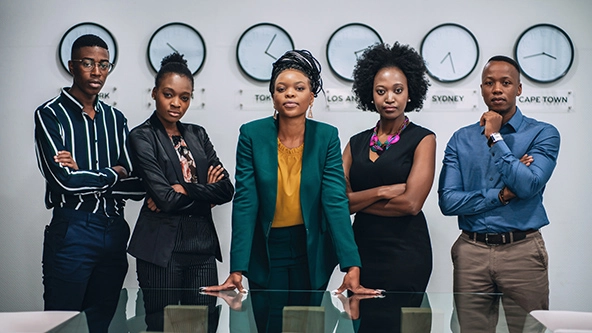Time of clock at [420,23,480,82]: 7:27
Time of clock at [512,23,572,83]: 3:42
